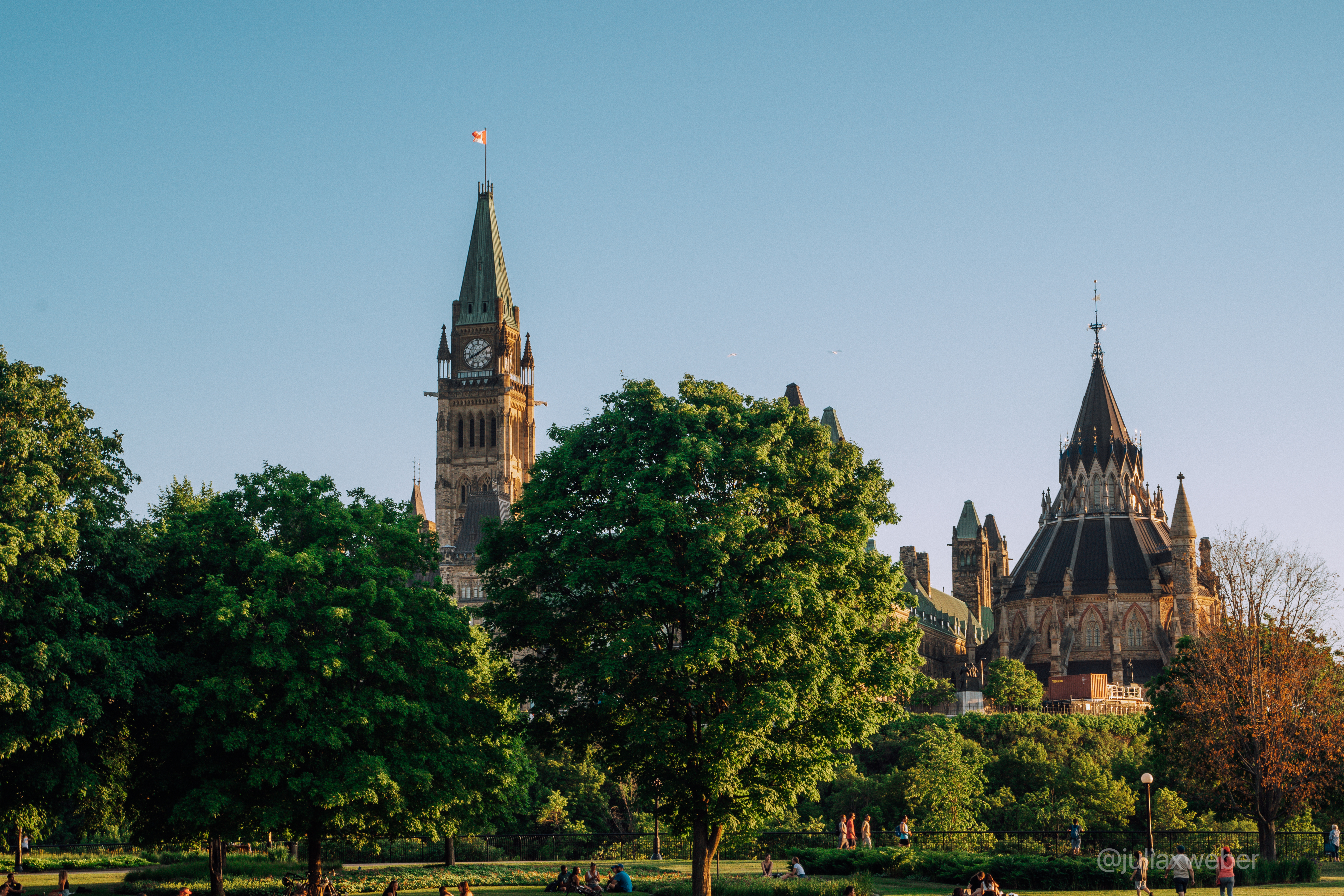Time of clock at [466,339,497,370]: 8:09
